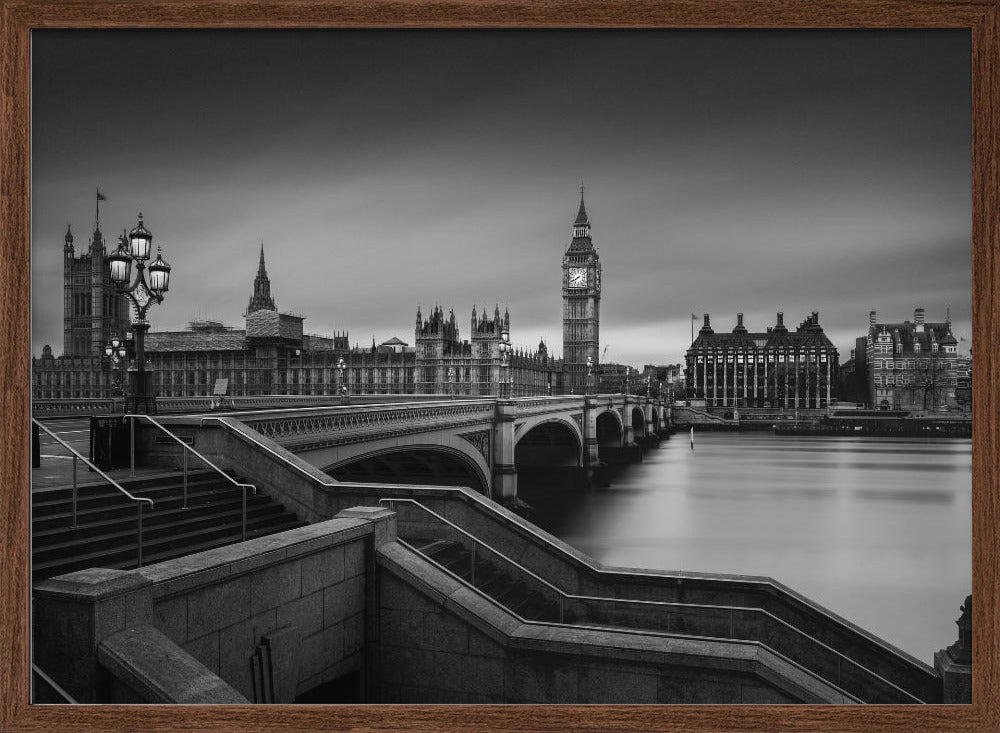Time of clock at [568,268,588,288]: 7:40
